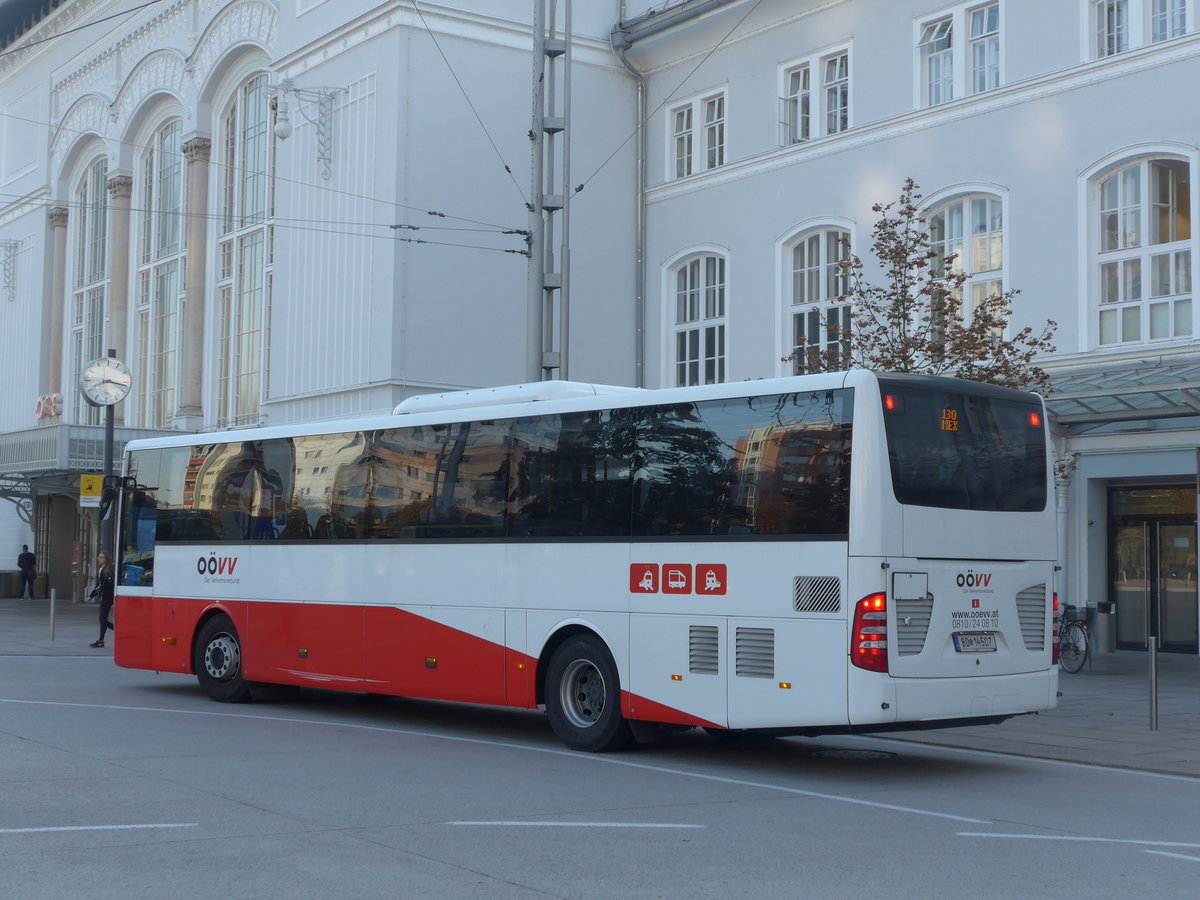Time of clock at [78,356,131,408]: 8:16
